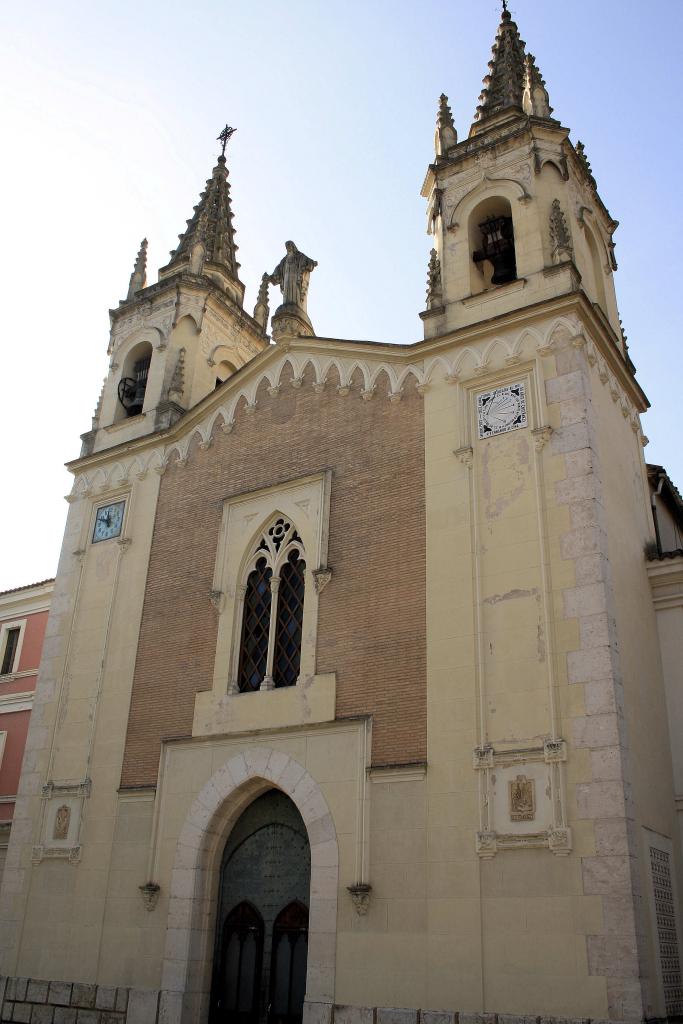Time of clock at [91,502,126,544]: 11:48
